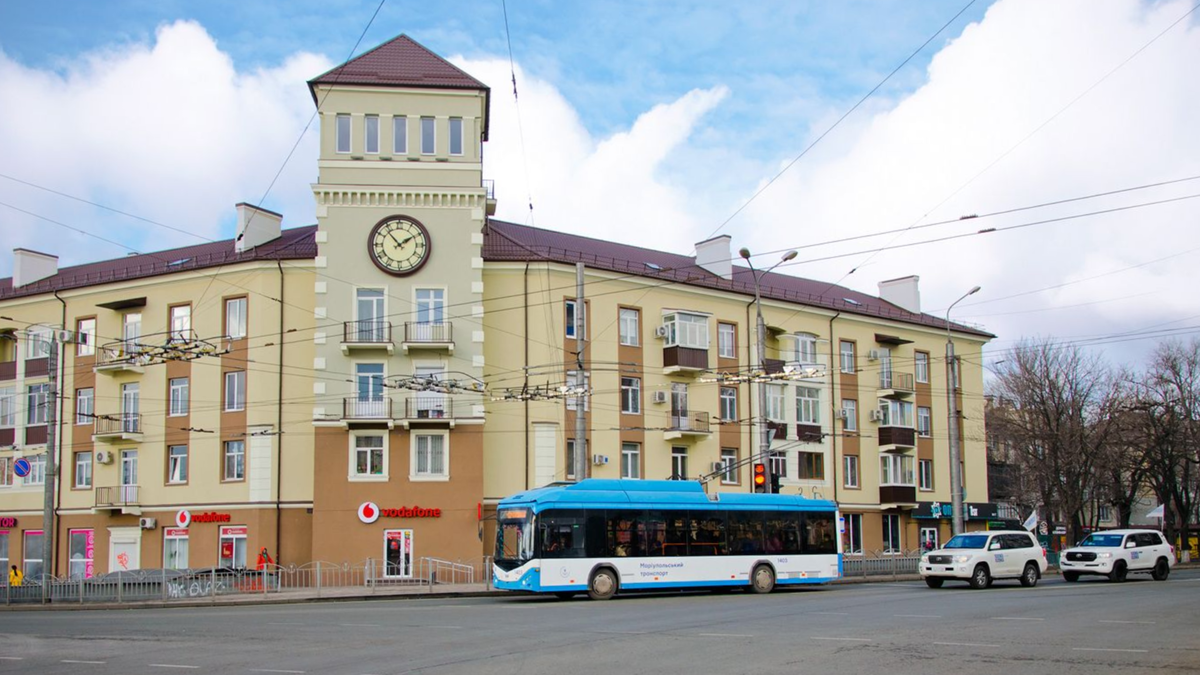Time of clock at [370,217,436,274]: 1:53
